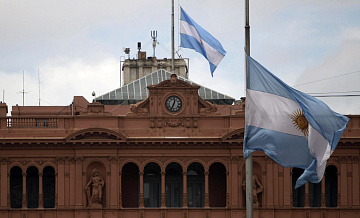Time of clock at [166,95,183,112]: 12:34
